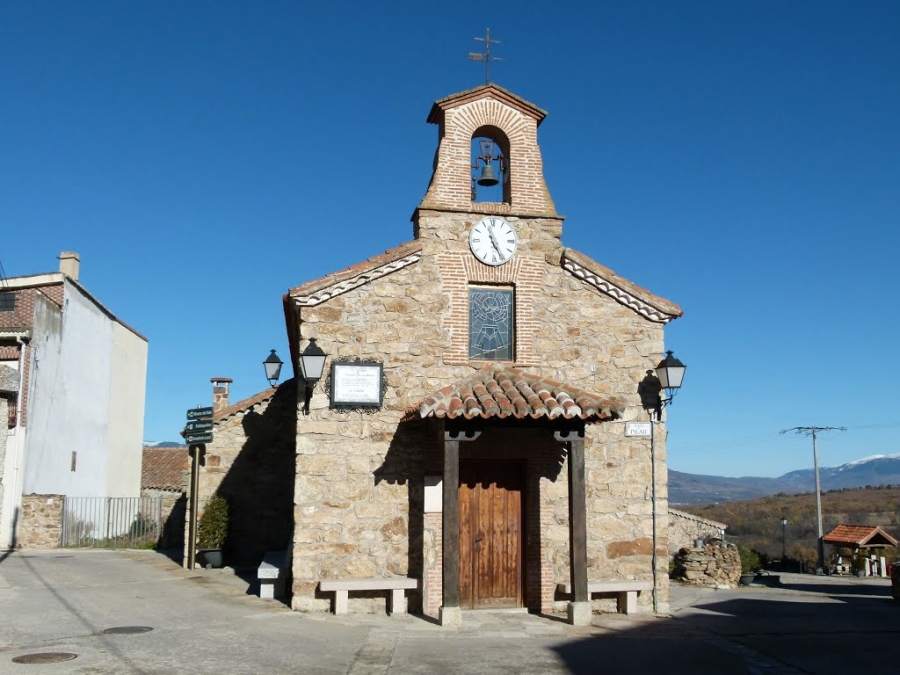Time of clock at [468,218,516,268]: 11:25
